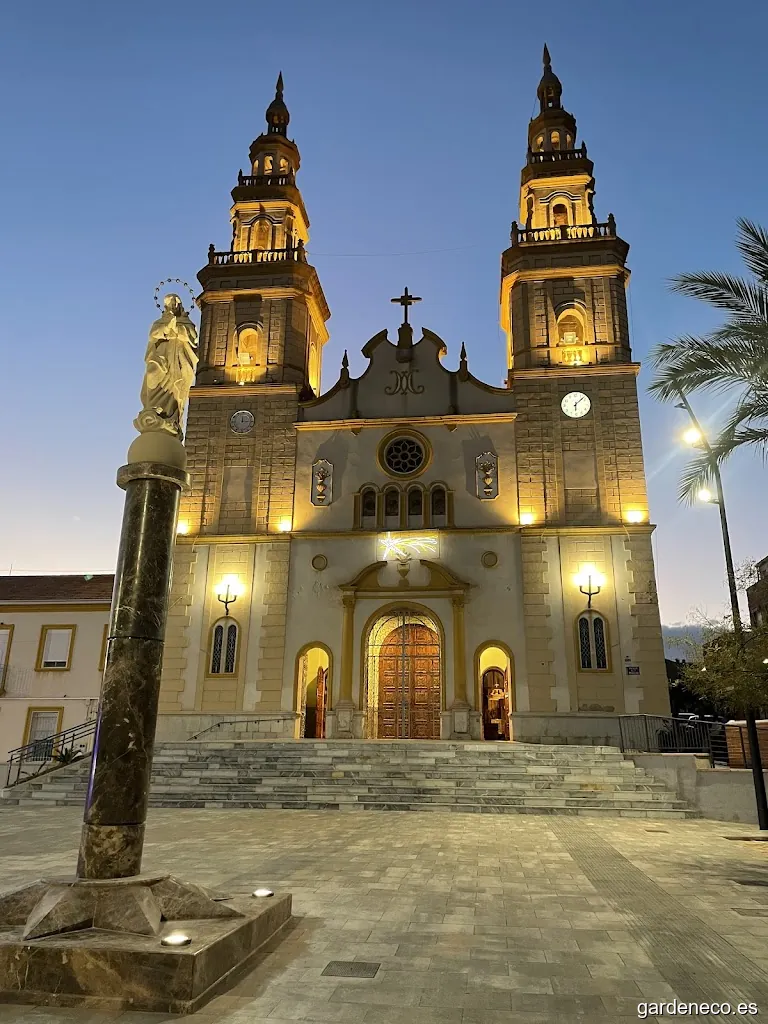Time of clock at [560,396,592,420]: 6:08
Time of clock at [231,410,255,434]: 12:14
